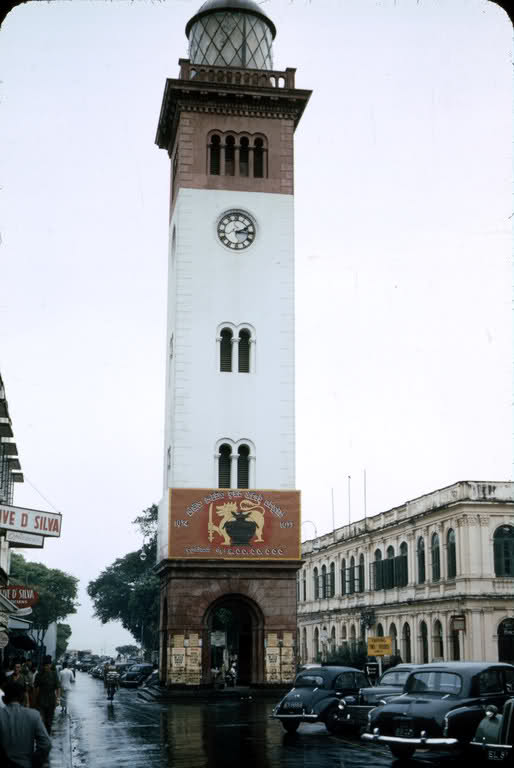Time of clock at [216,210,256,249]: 2:15
